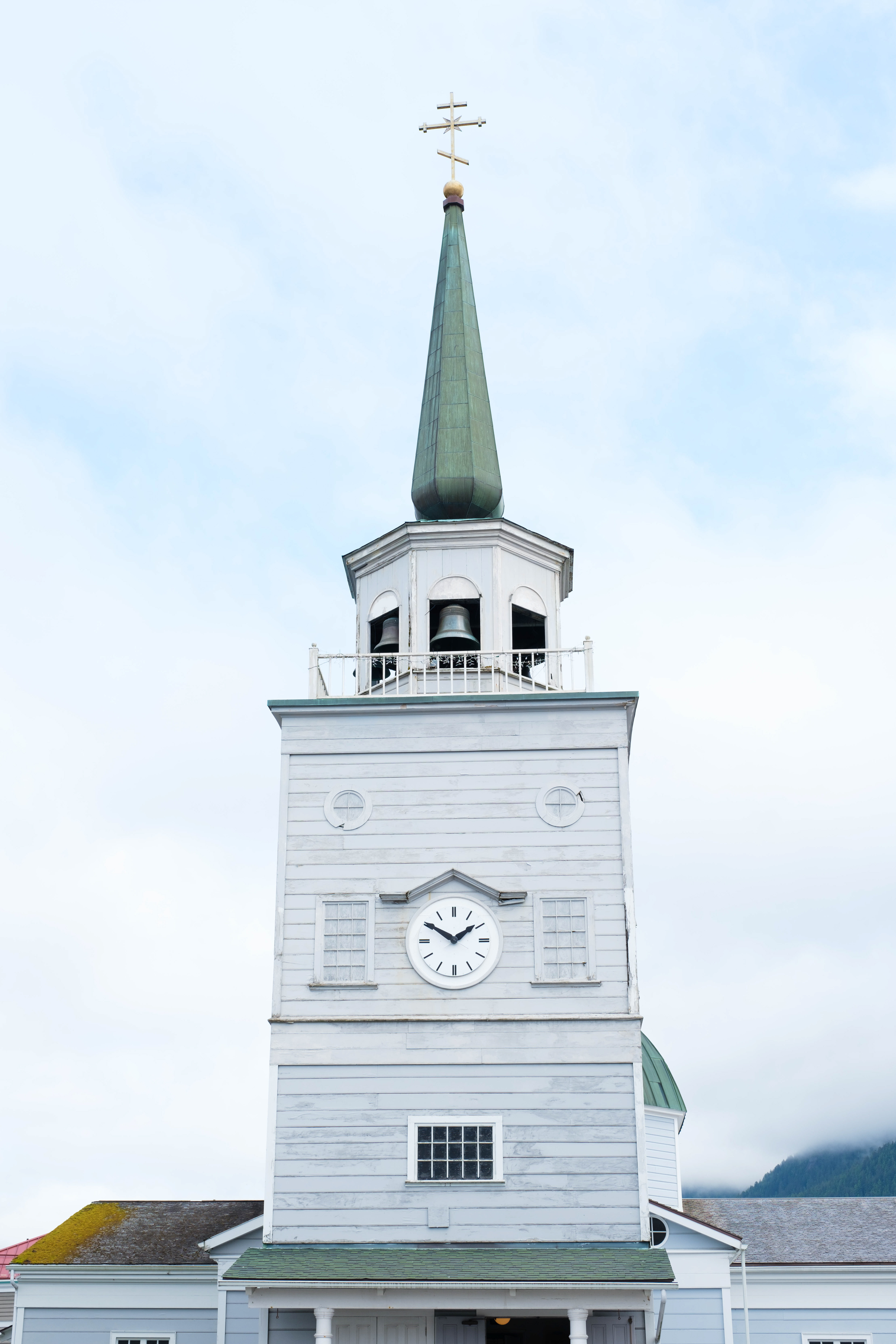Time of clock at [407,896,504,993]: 1:50
